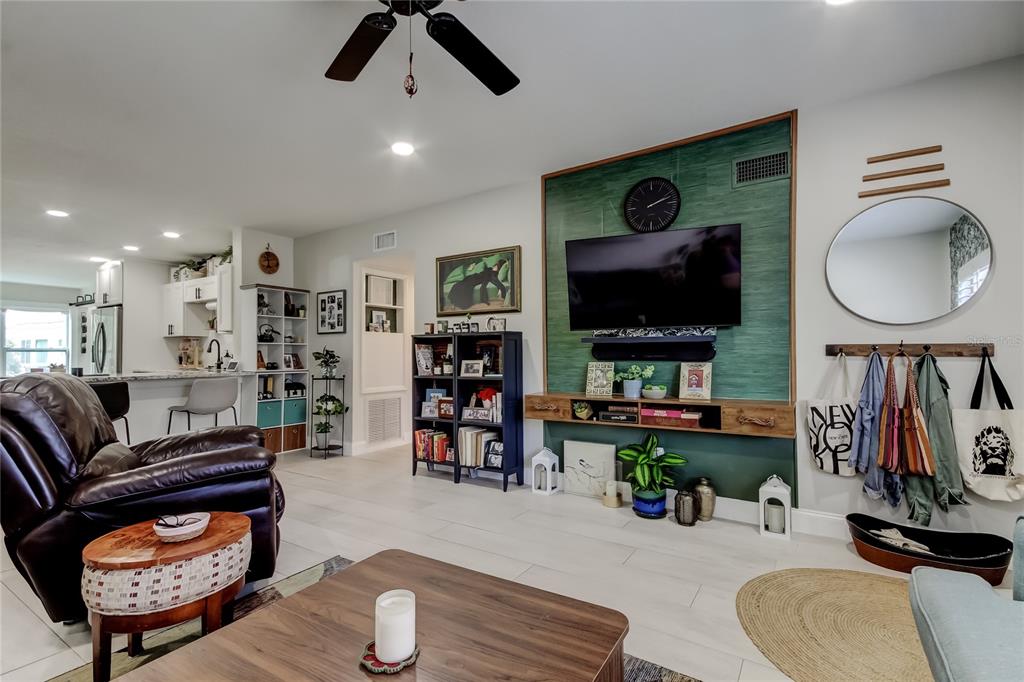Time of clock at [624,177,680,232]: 2:11
